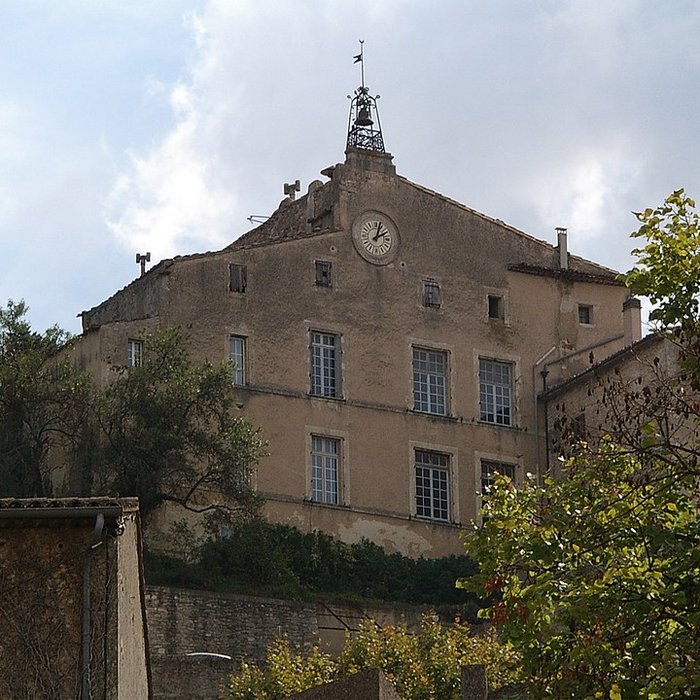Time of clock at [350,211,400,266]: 2:02
